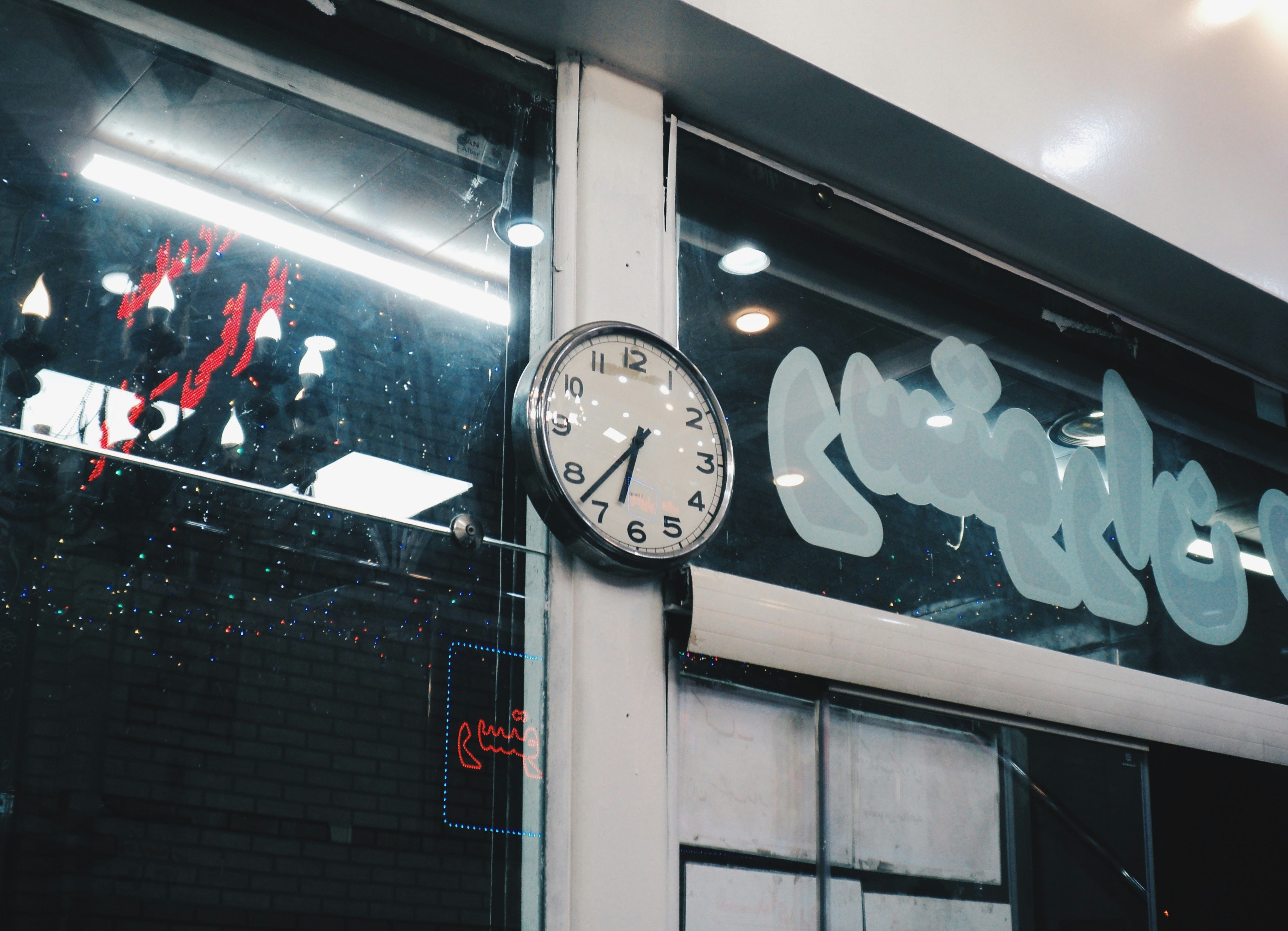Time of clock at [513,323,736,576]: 6:37
